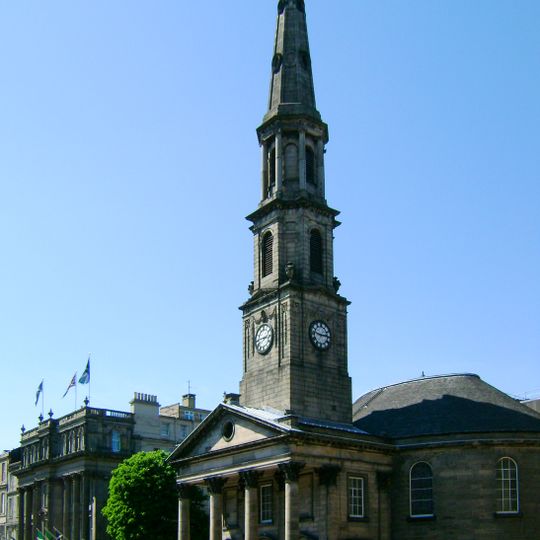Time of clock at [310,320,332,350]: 2:46
